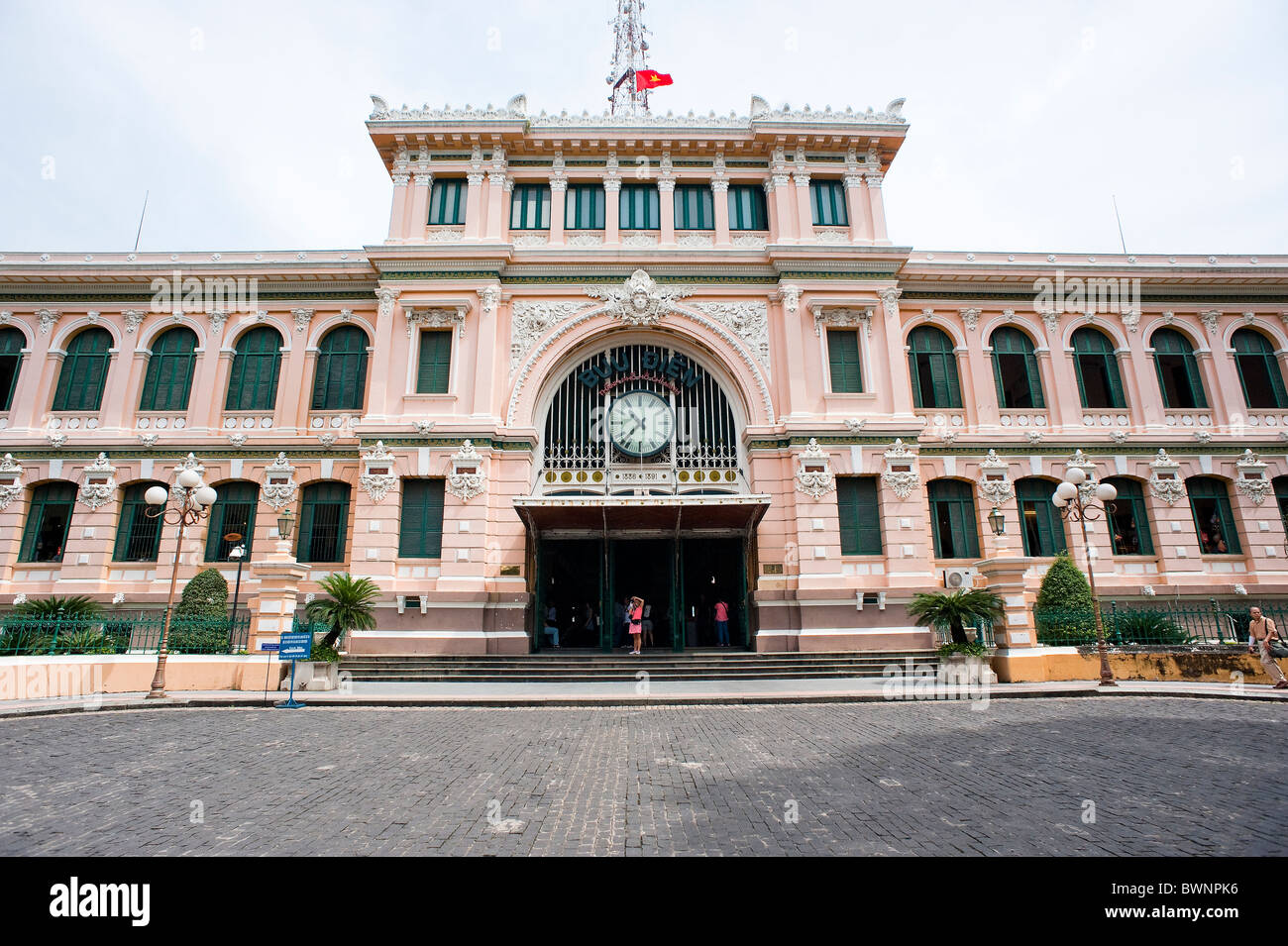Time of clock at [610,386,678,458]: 10:37
